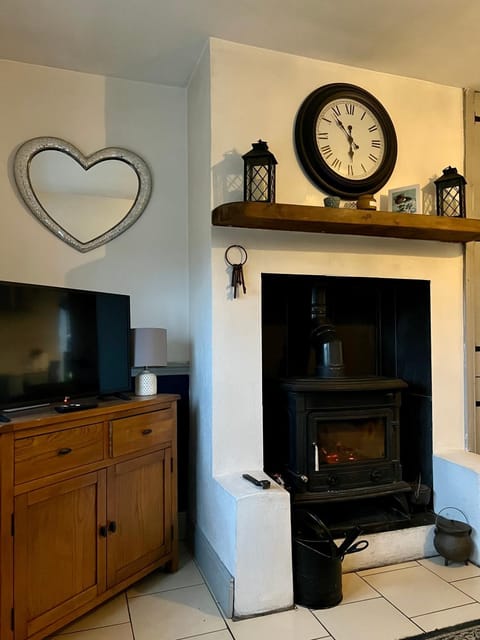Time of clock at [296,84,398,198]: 5:53
